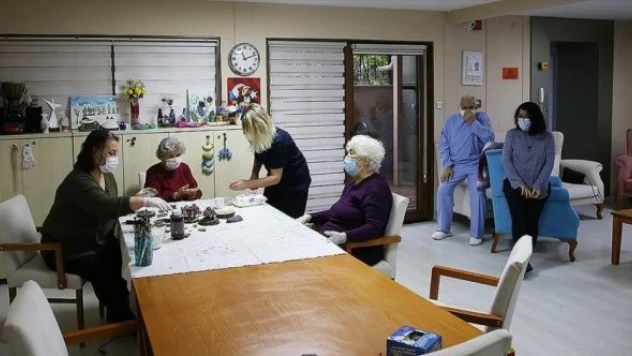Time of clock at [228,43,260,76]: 11:11
